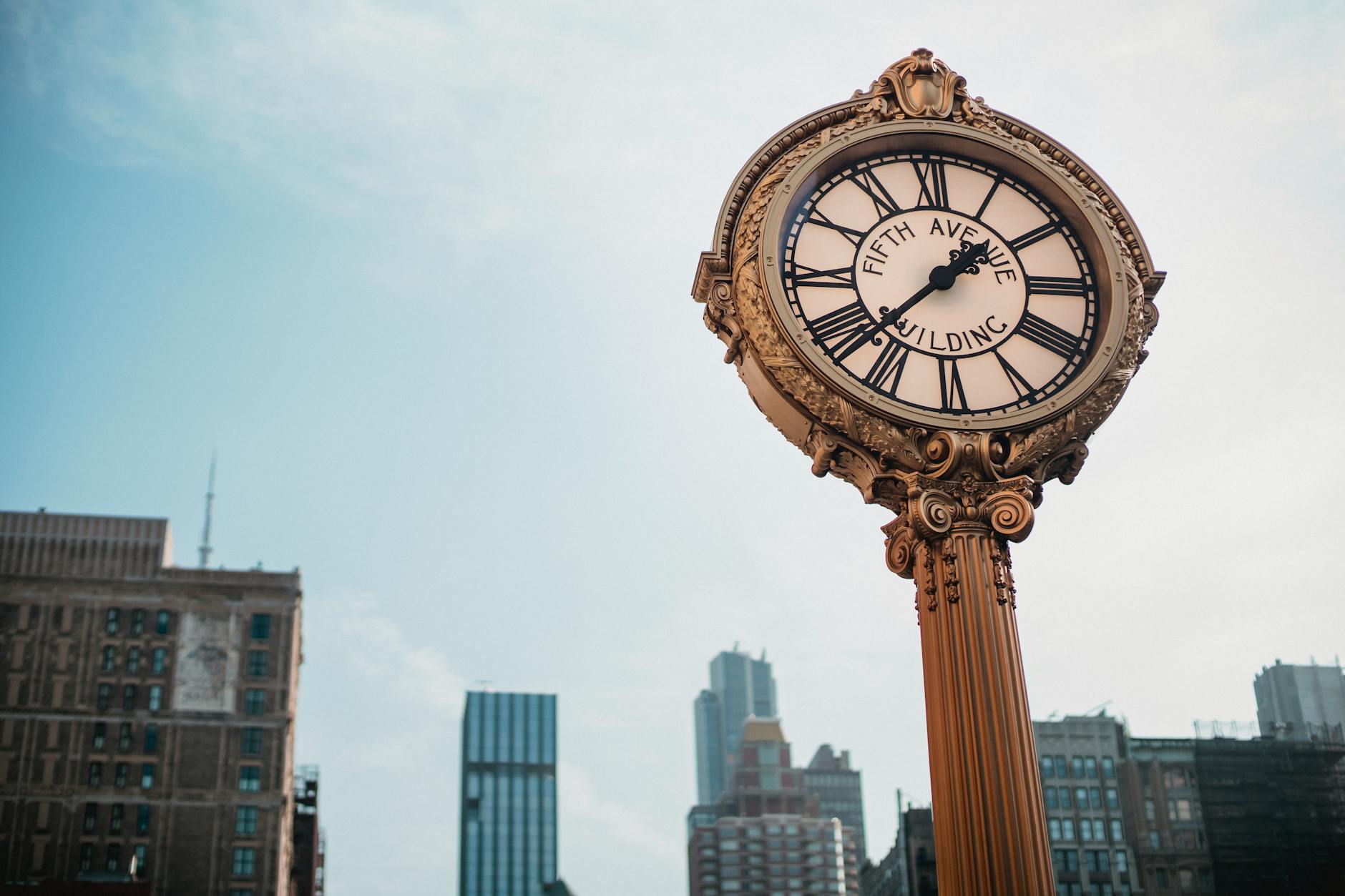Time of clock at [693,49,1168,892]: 1:37
